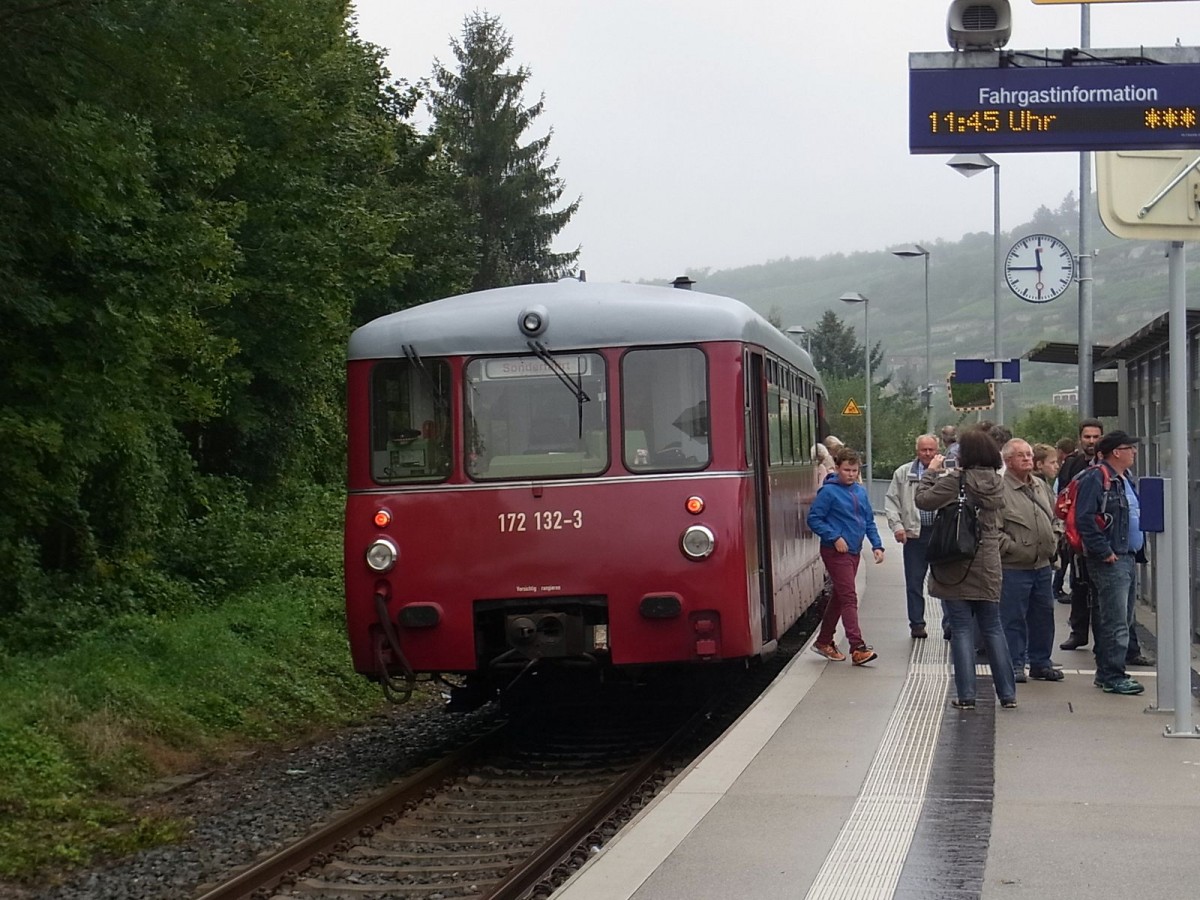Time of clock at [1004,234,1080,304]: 11:45
